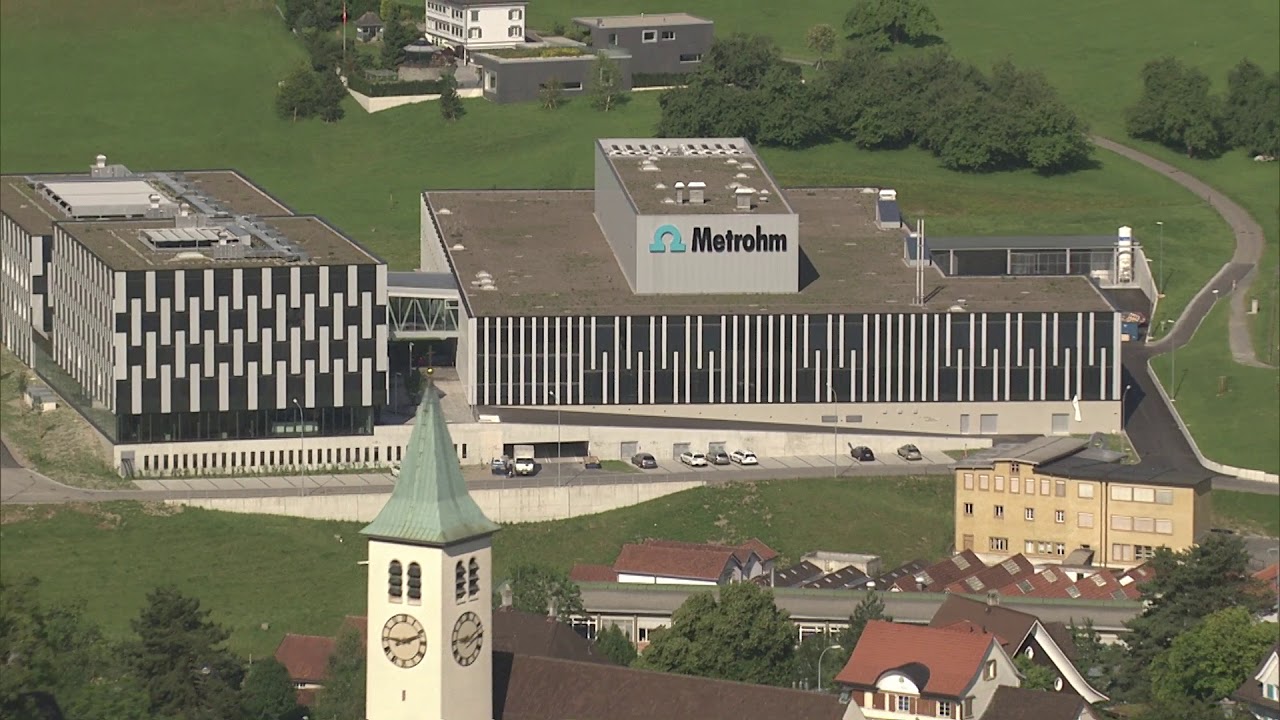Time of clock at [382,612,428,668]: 9:11
